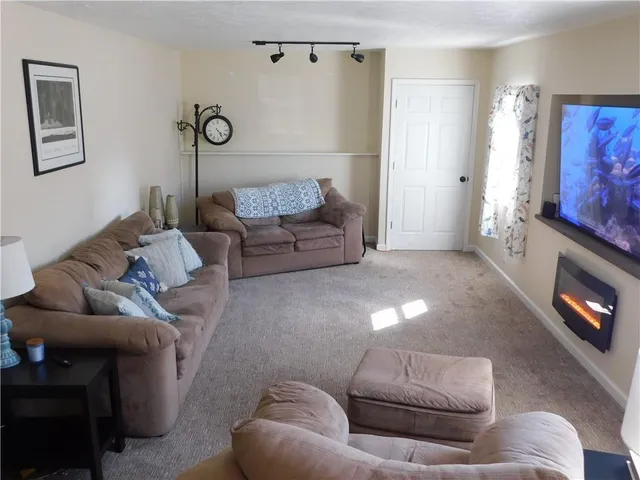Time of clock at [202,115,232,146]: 4:24
